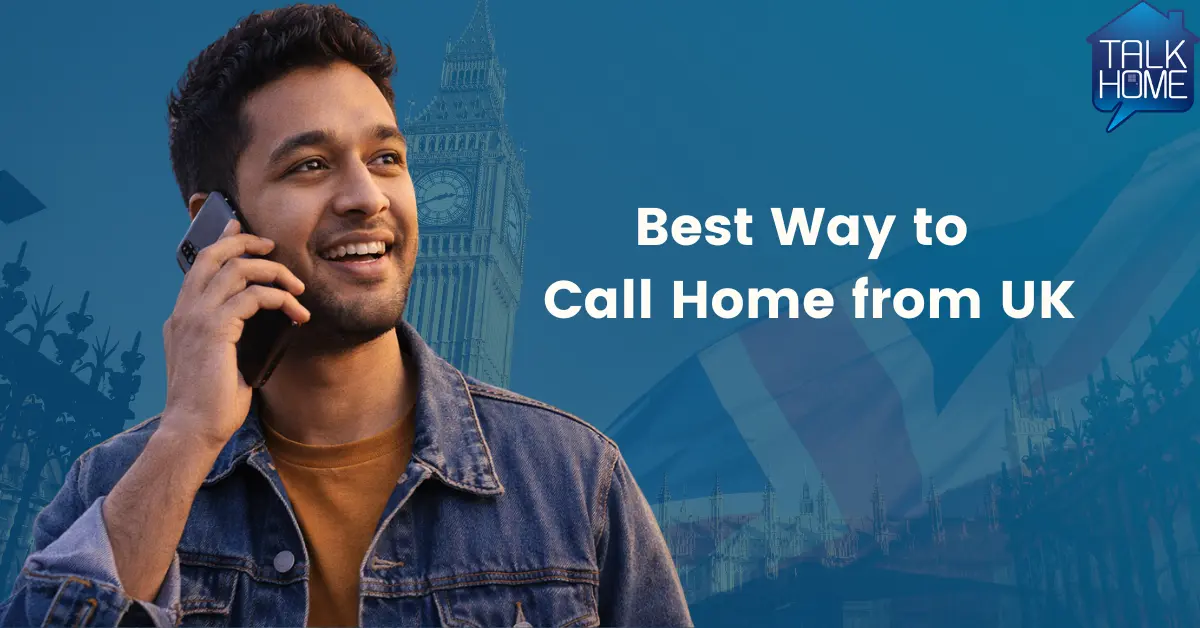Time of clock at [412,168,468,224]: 2:42
